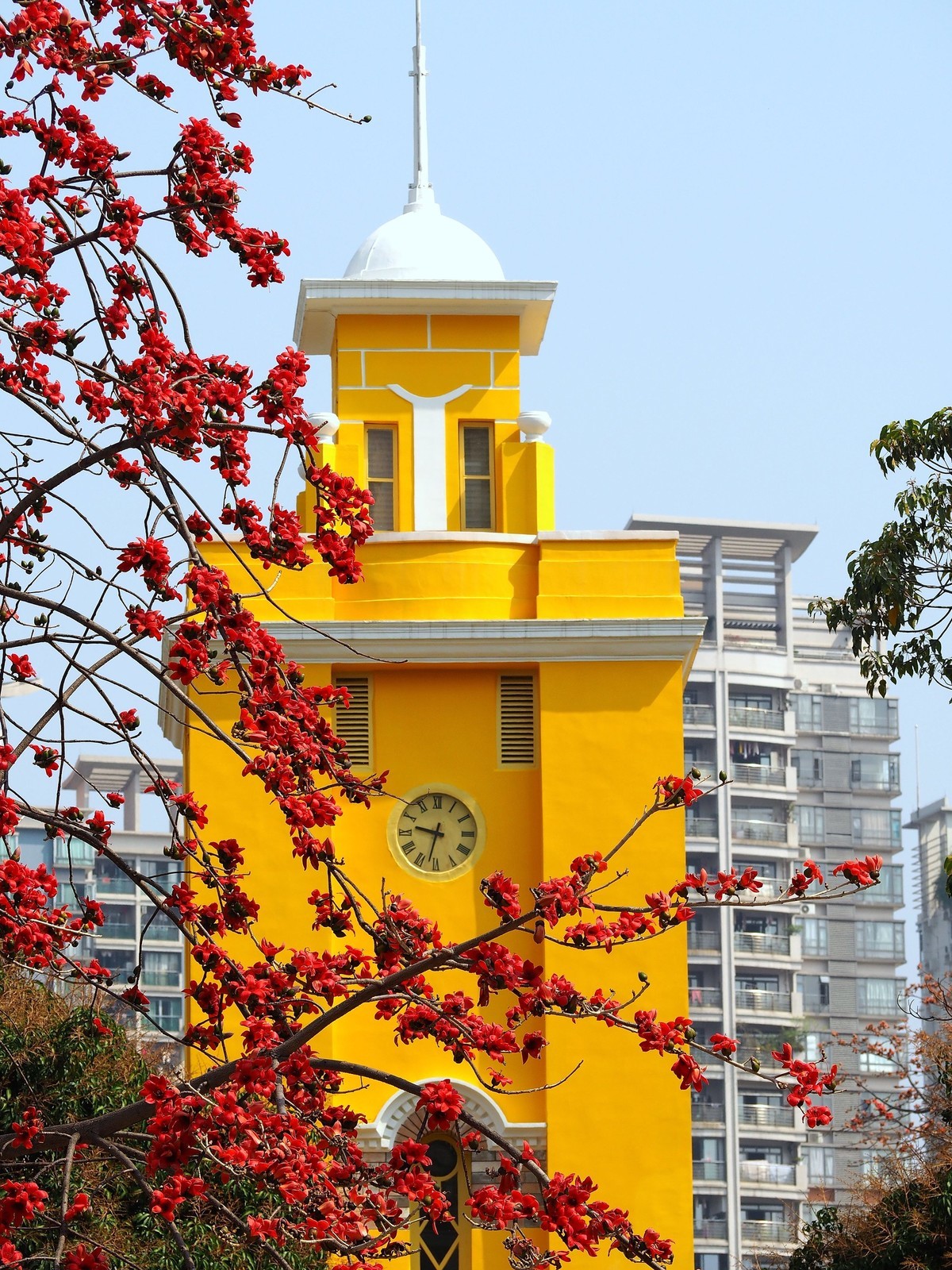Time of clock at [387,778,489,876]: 9:32
